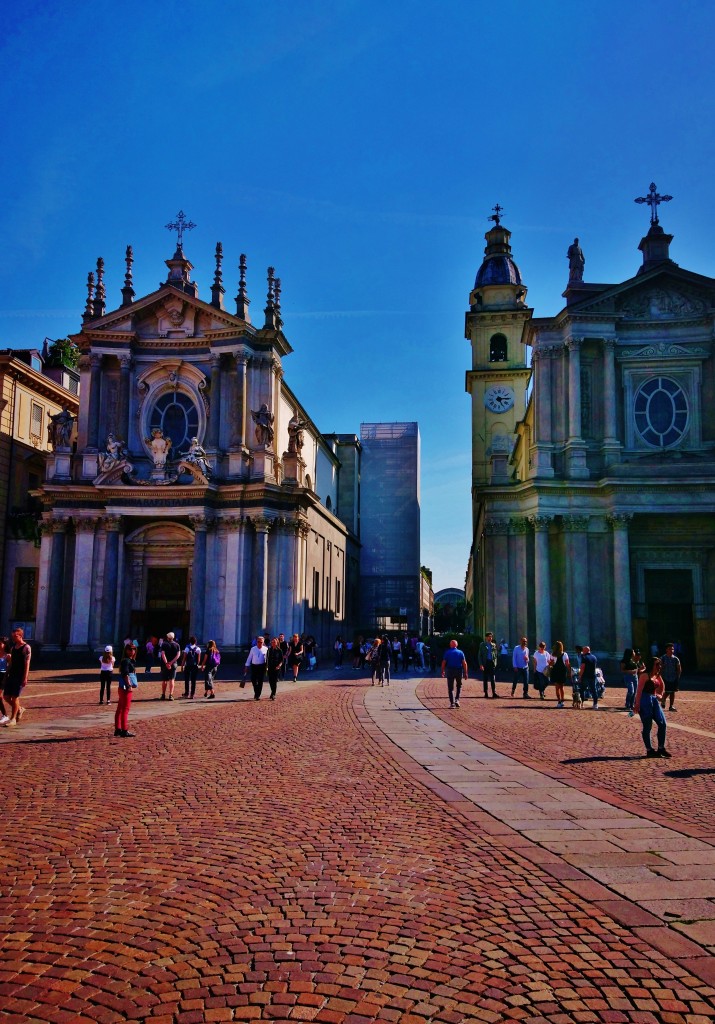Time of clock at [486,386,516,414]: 5:14
